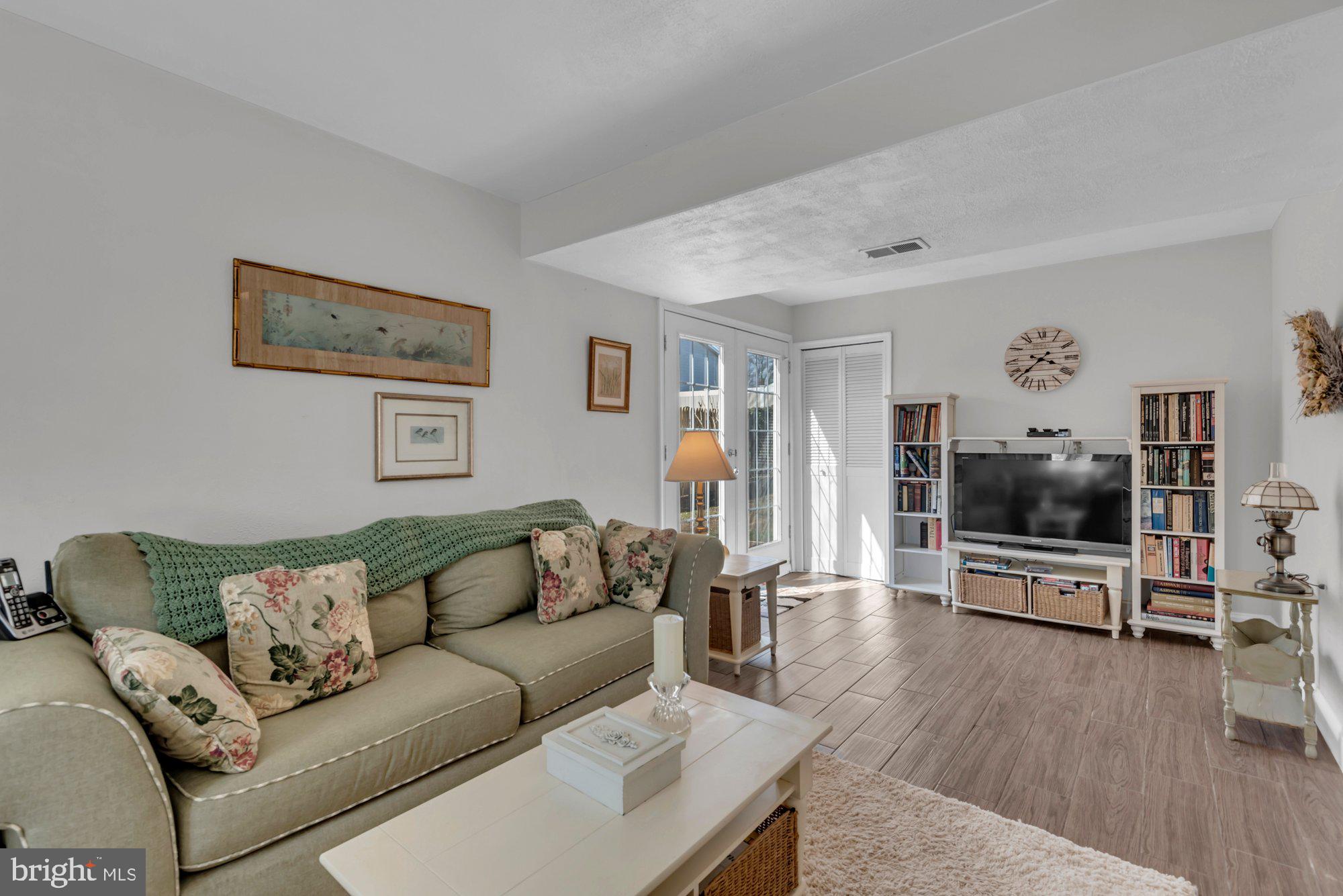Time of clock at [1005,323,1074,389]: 3:37
